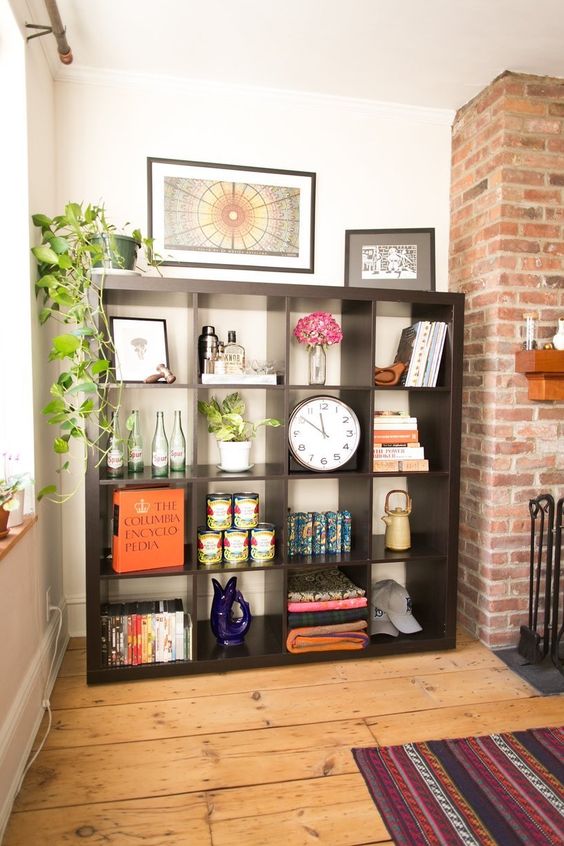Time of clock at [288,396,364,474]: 11:50
